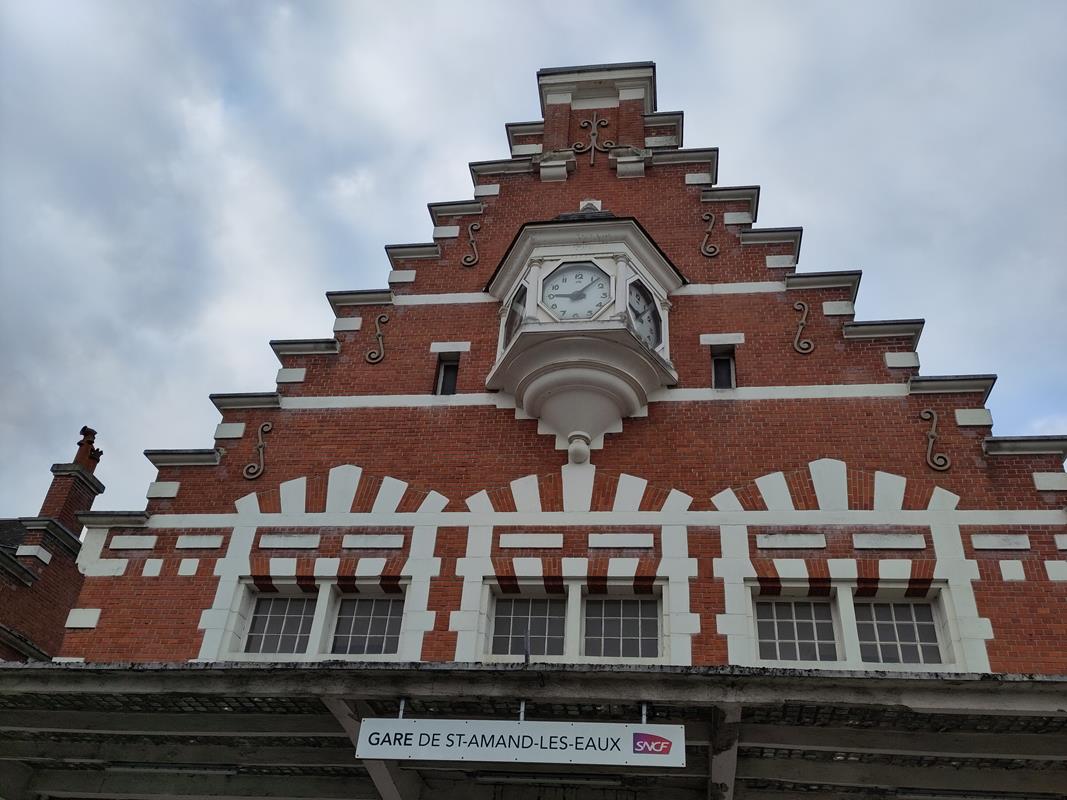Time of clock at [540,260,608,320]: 9:07
